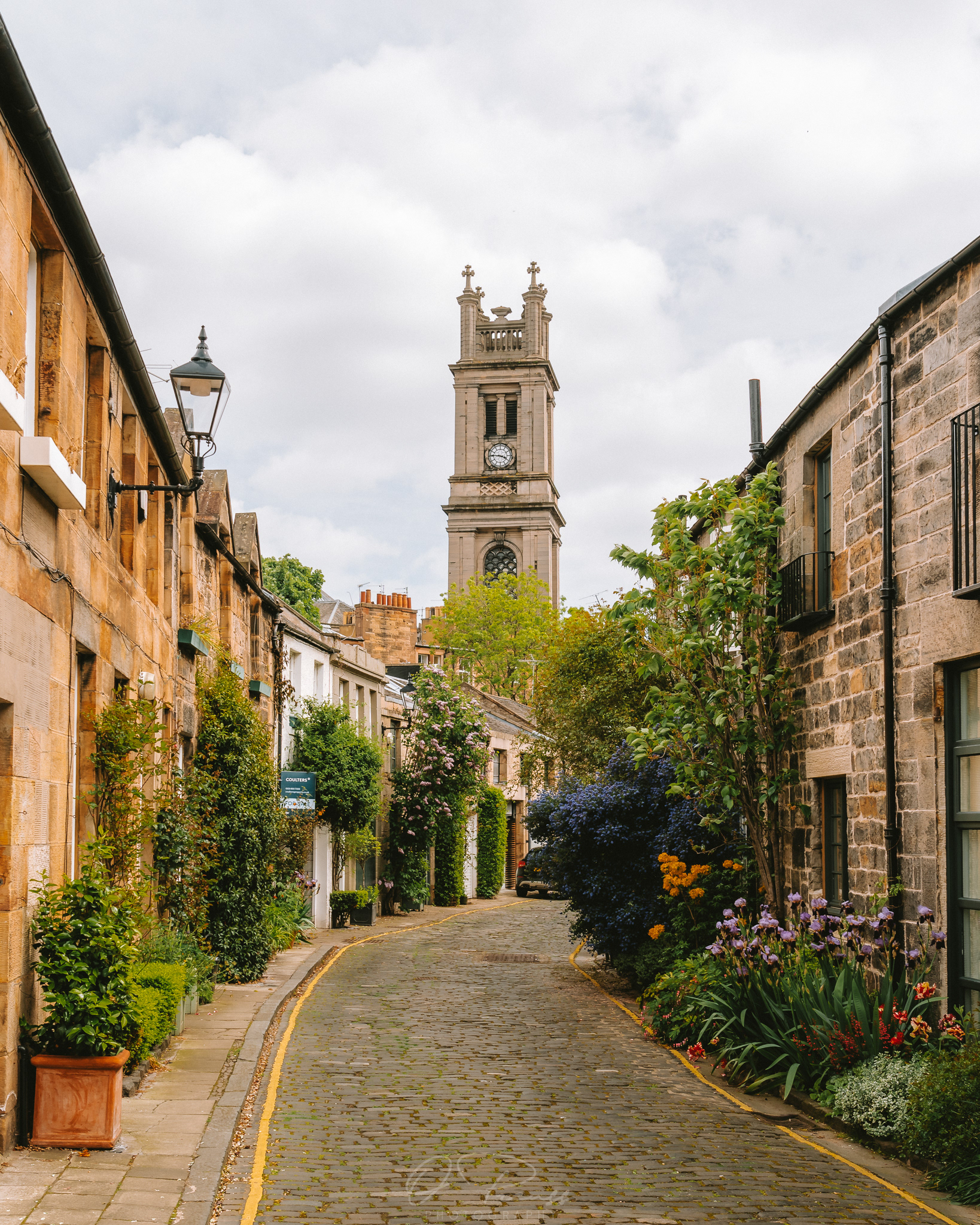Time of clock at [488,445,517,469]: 3:45
